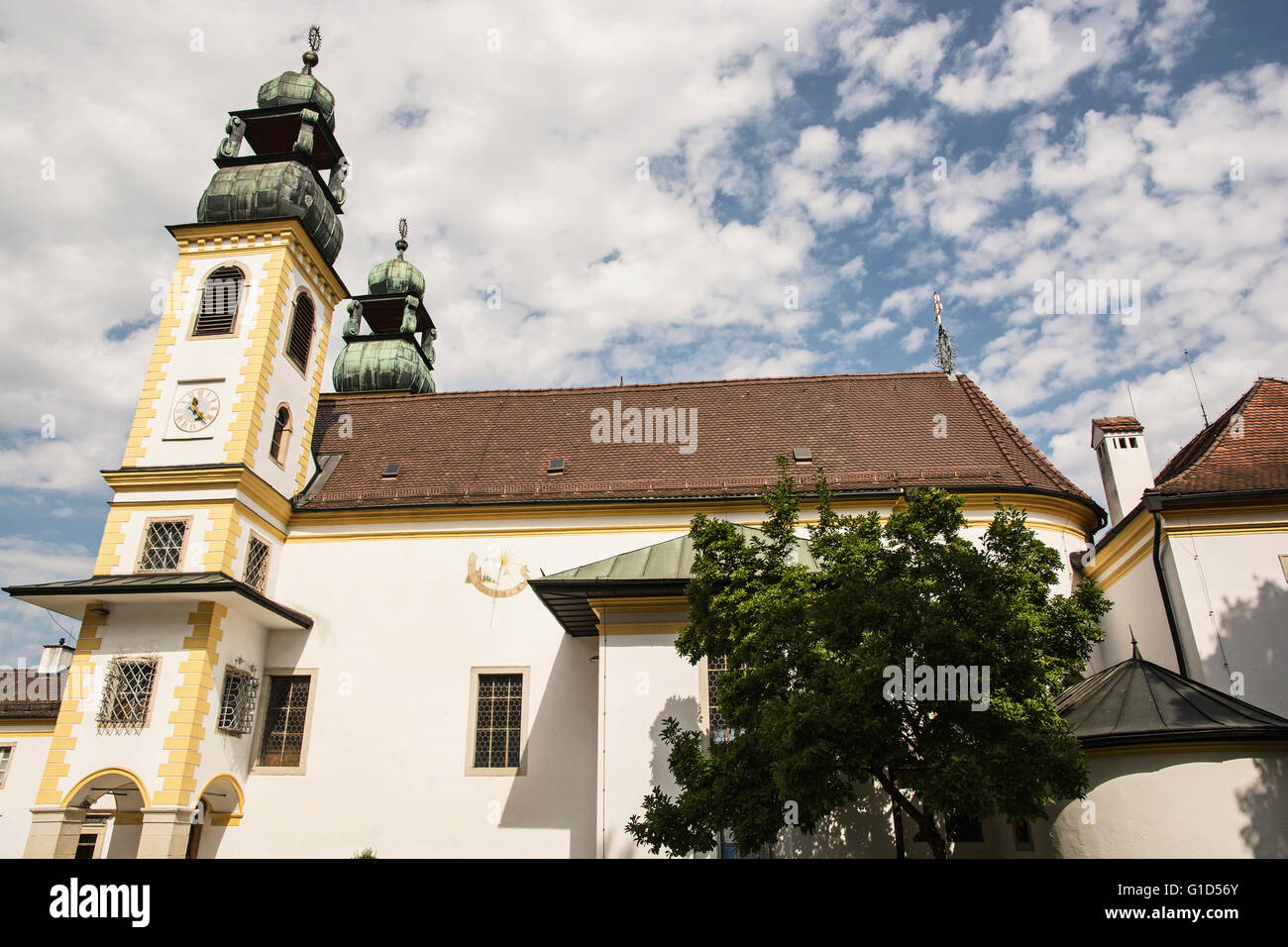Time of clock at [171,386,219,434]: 11:22
